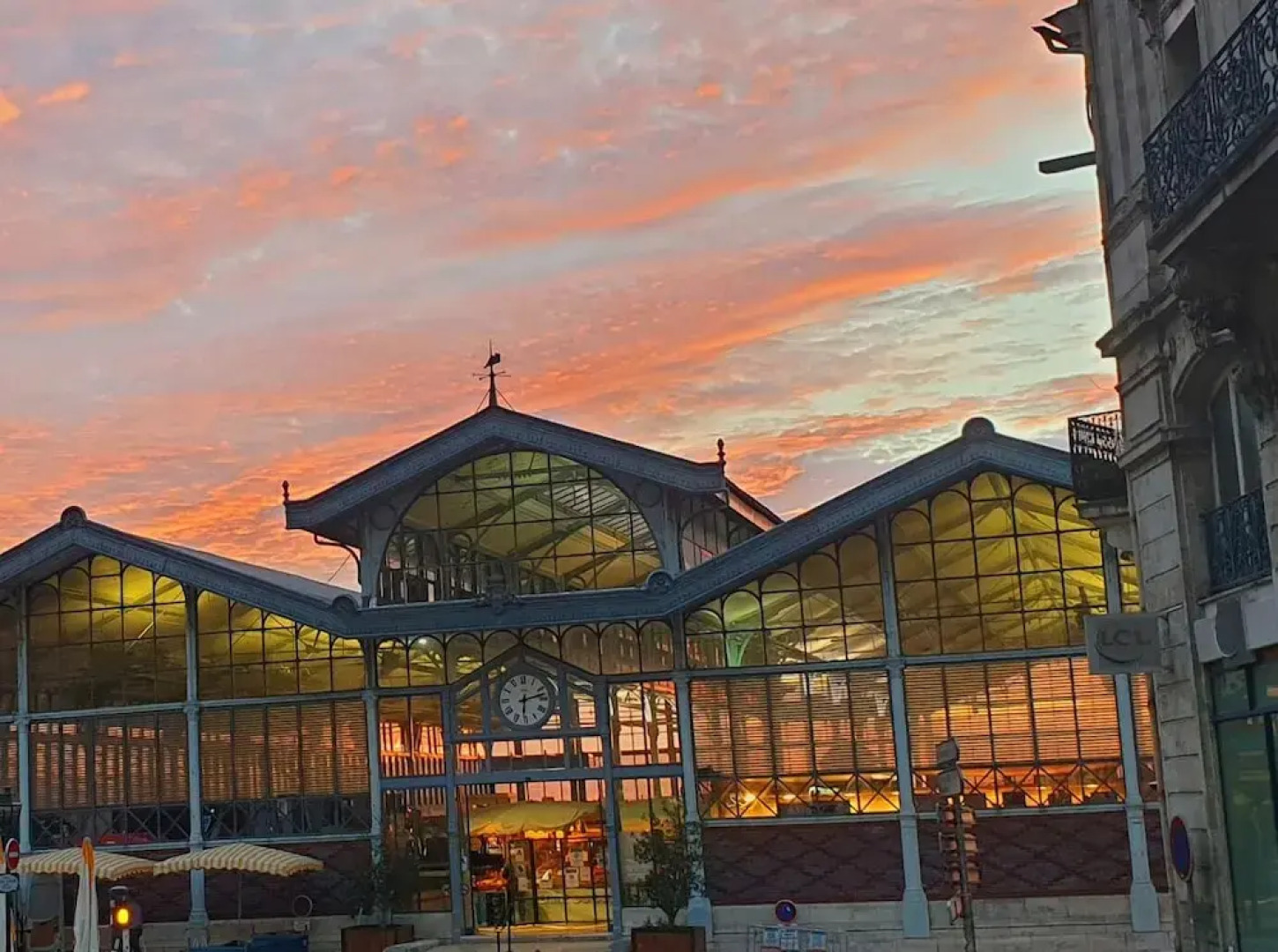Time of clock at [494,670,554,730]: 6:12
